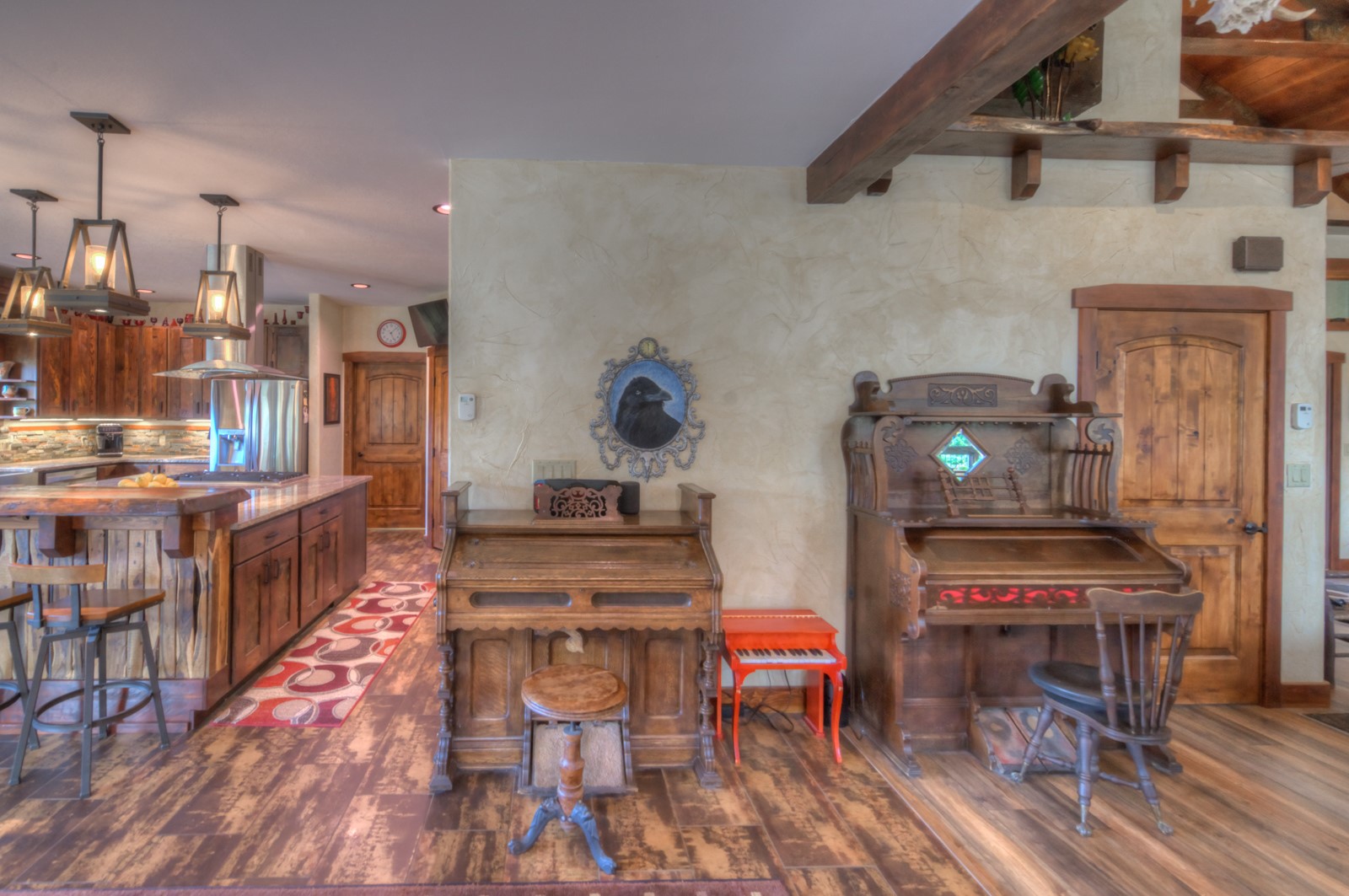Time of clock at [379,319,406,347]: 5:07
